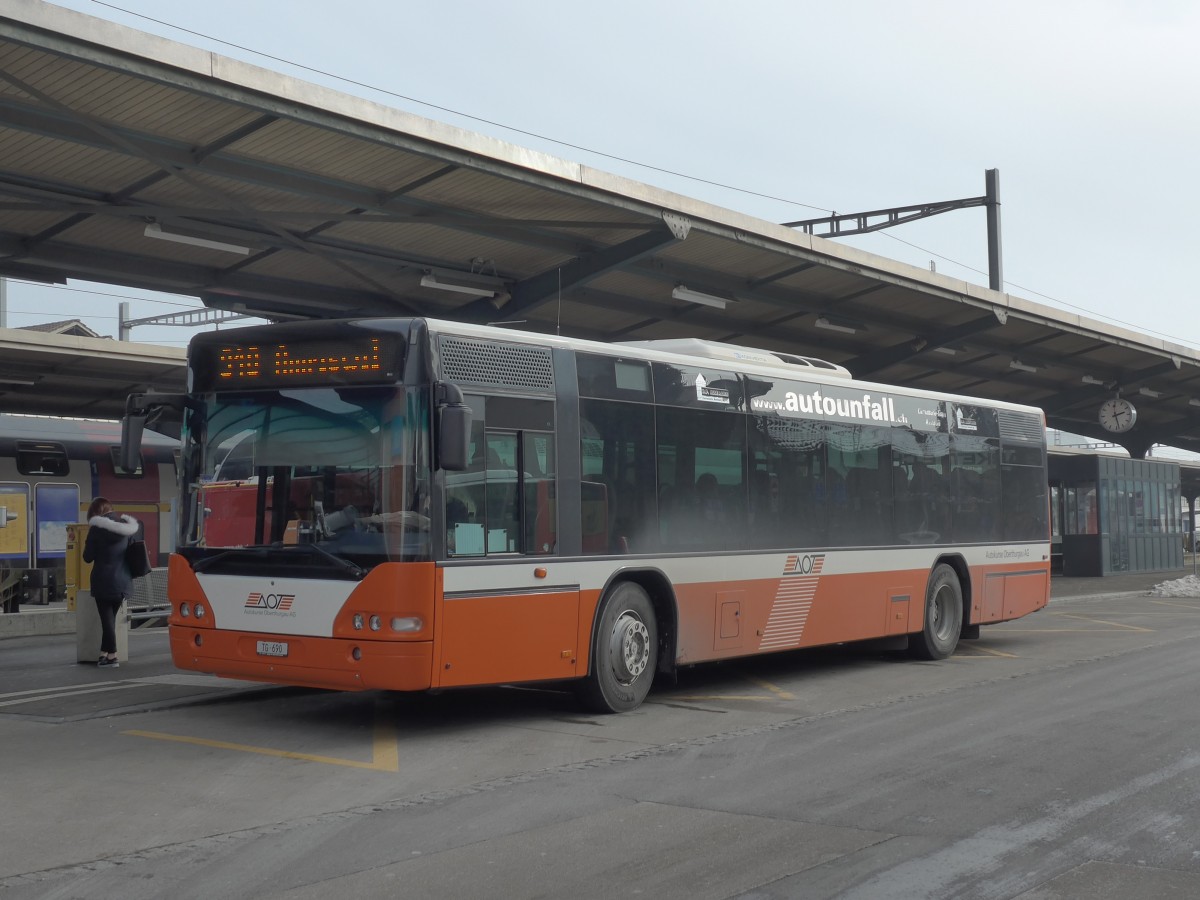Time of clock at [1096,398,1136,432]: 2:28
